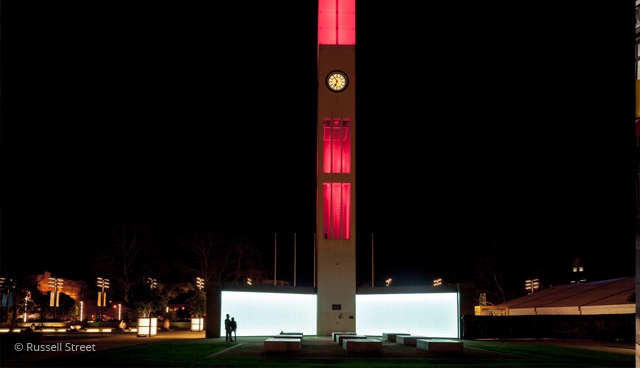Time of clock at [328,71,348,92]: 6:54
